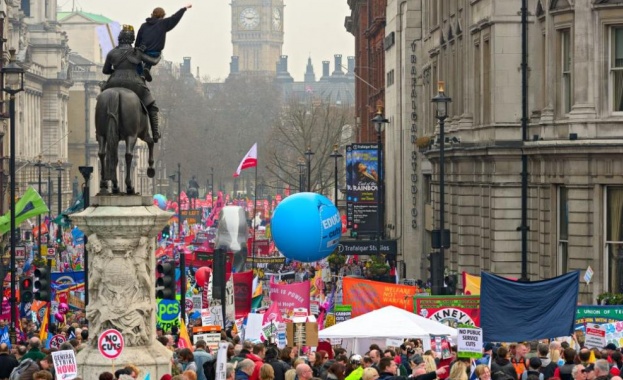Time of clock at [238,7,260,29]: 2:47
